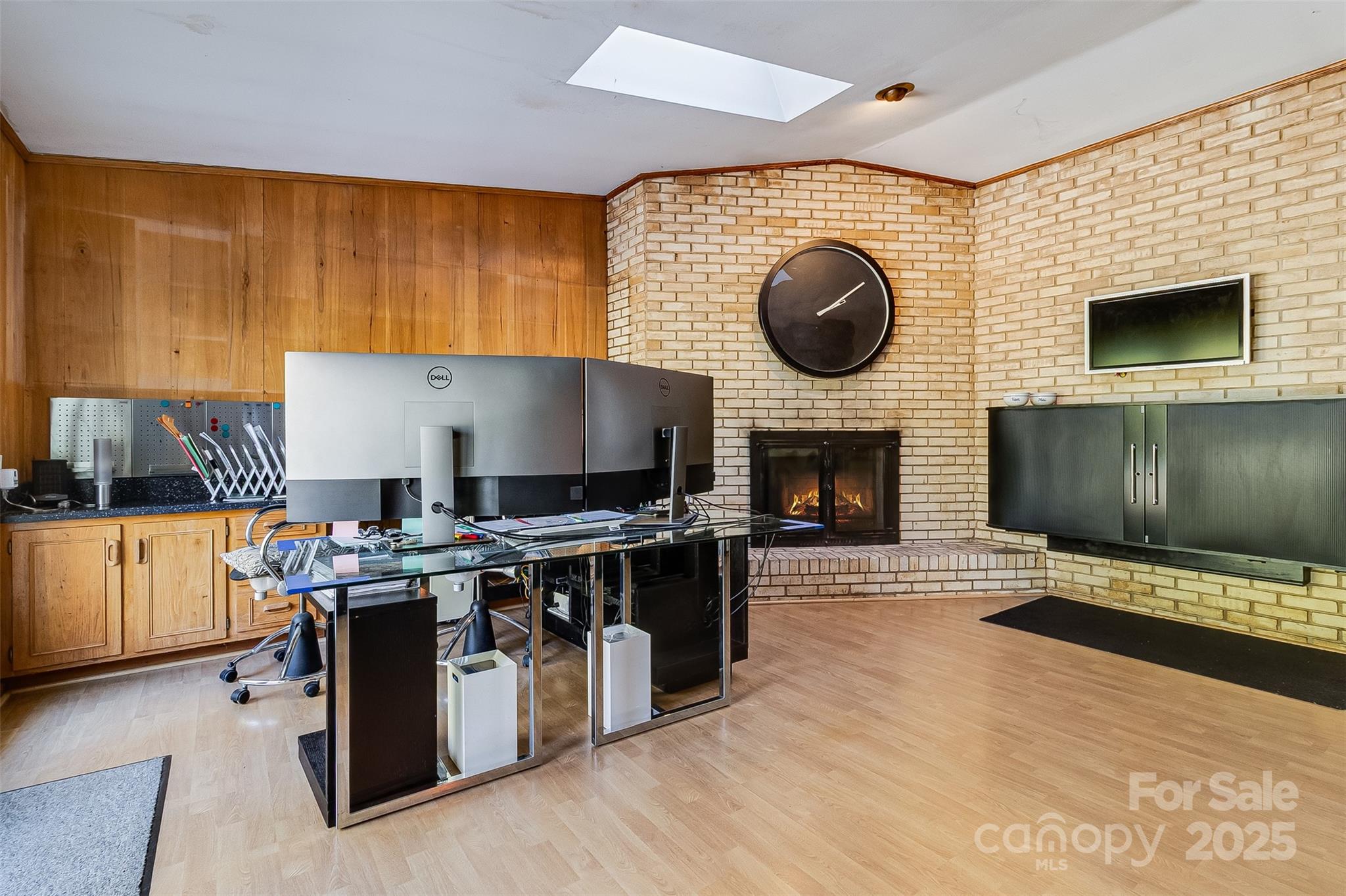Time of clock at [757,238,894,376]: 2:09
